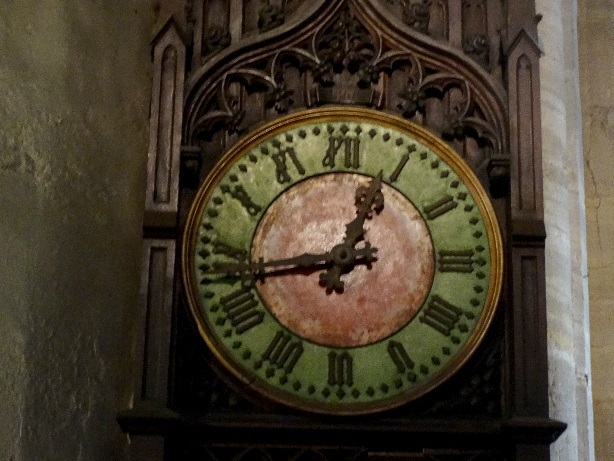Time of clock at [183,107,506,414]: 12:43
